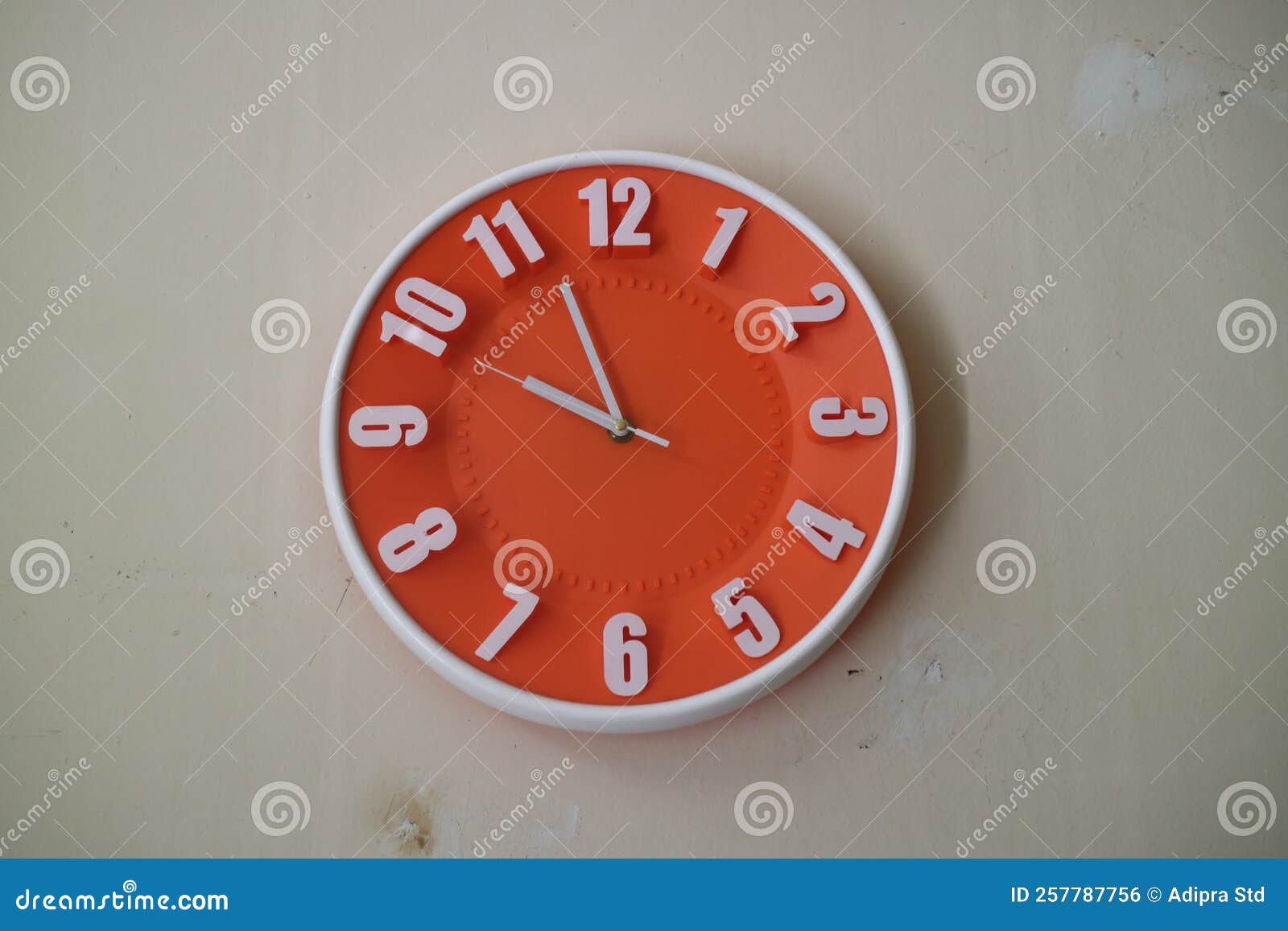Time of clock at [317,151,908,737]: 9:56
